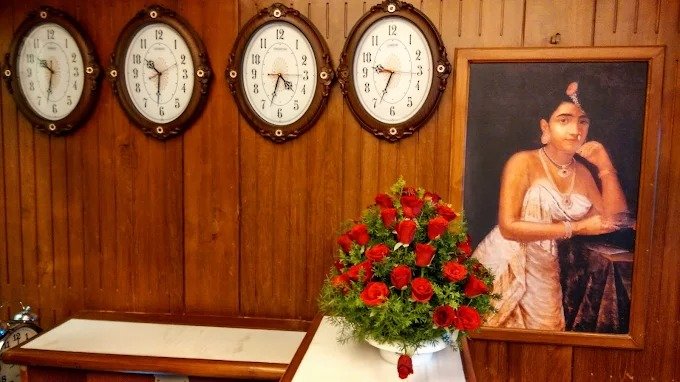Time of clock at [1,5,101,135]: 10:32
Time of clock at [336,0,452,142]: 9:34
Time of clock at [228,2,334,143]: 4:33
